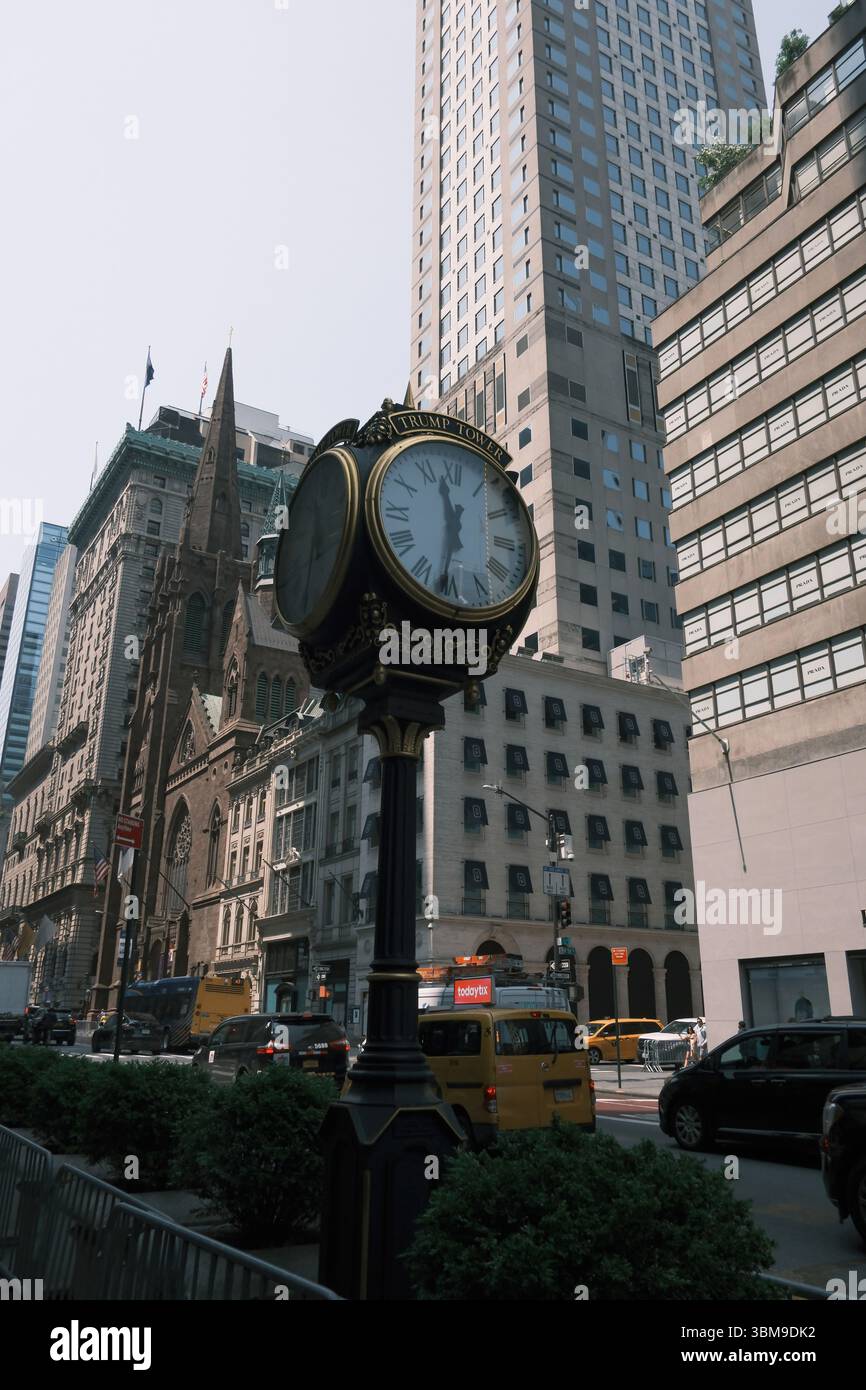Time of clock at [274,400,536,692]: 11:33
